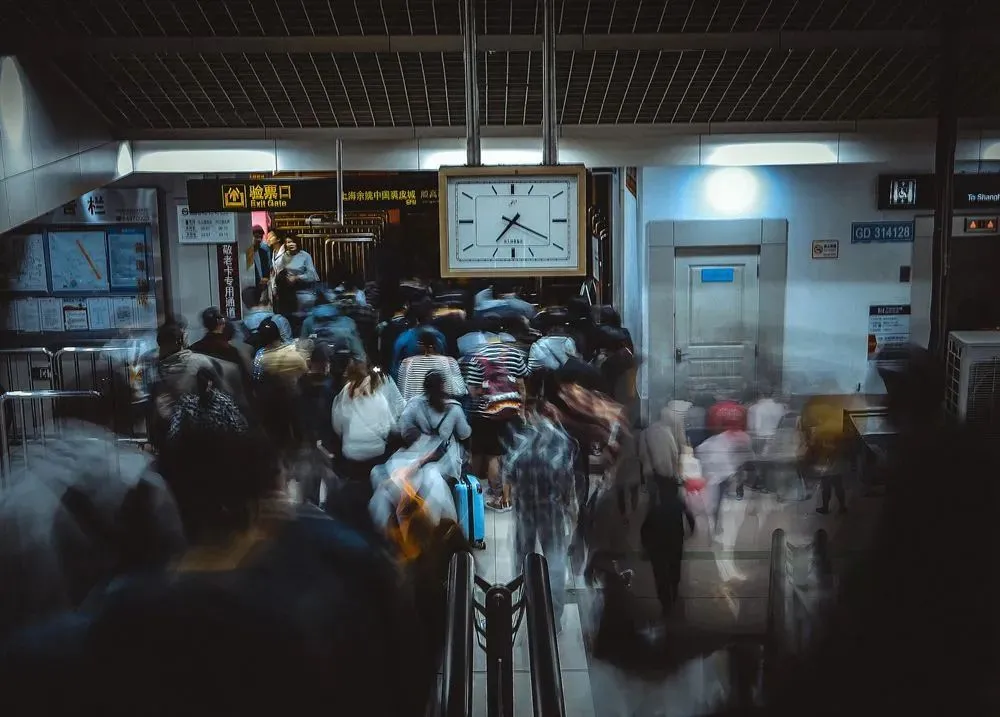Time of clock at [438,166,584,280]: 7:19
